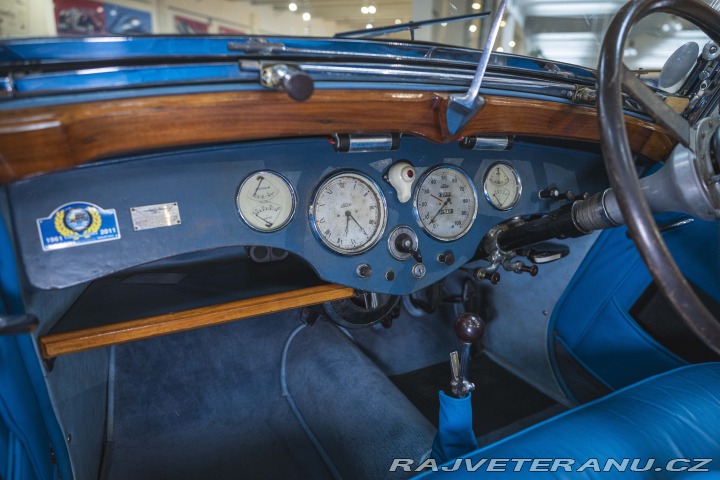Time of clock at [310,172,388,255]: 6:24
